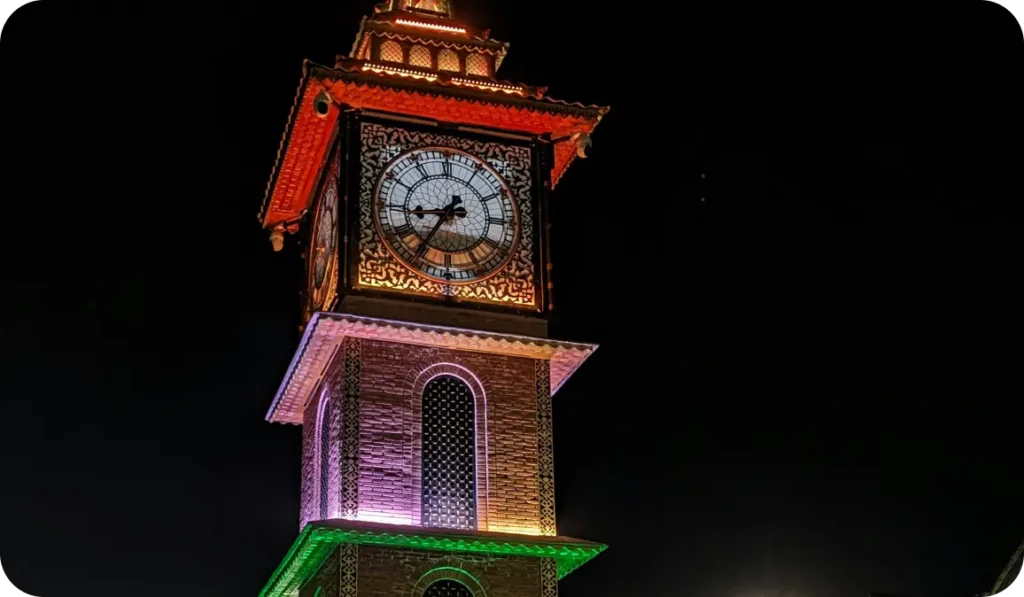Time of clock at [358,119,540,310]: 8:35
